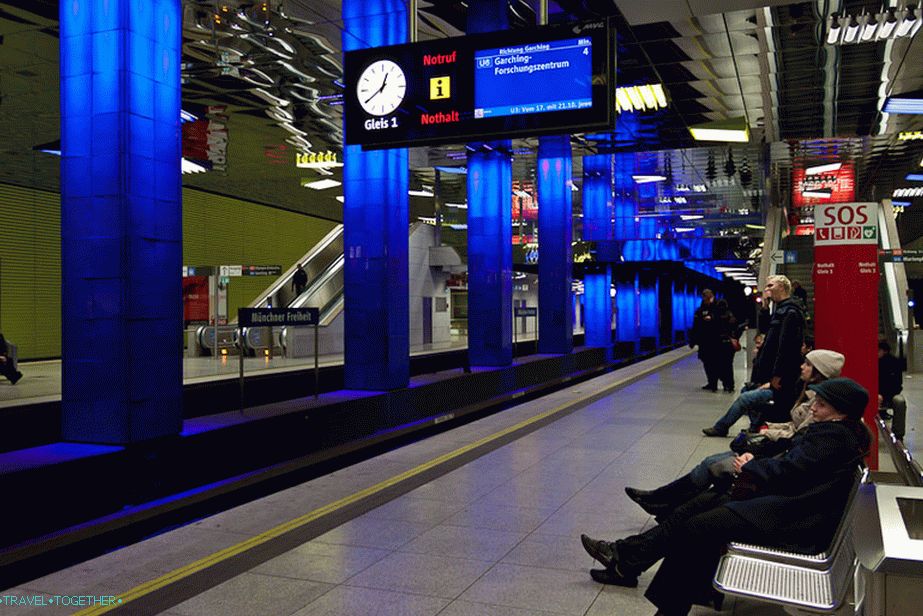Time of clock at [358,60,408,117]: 12:39
